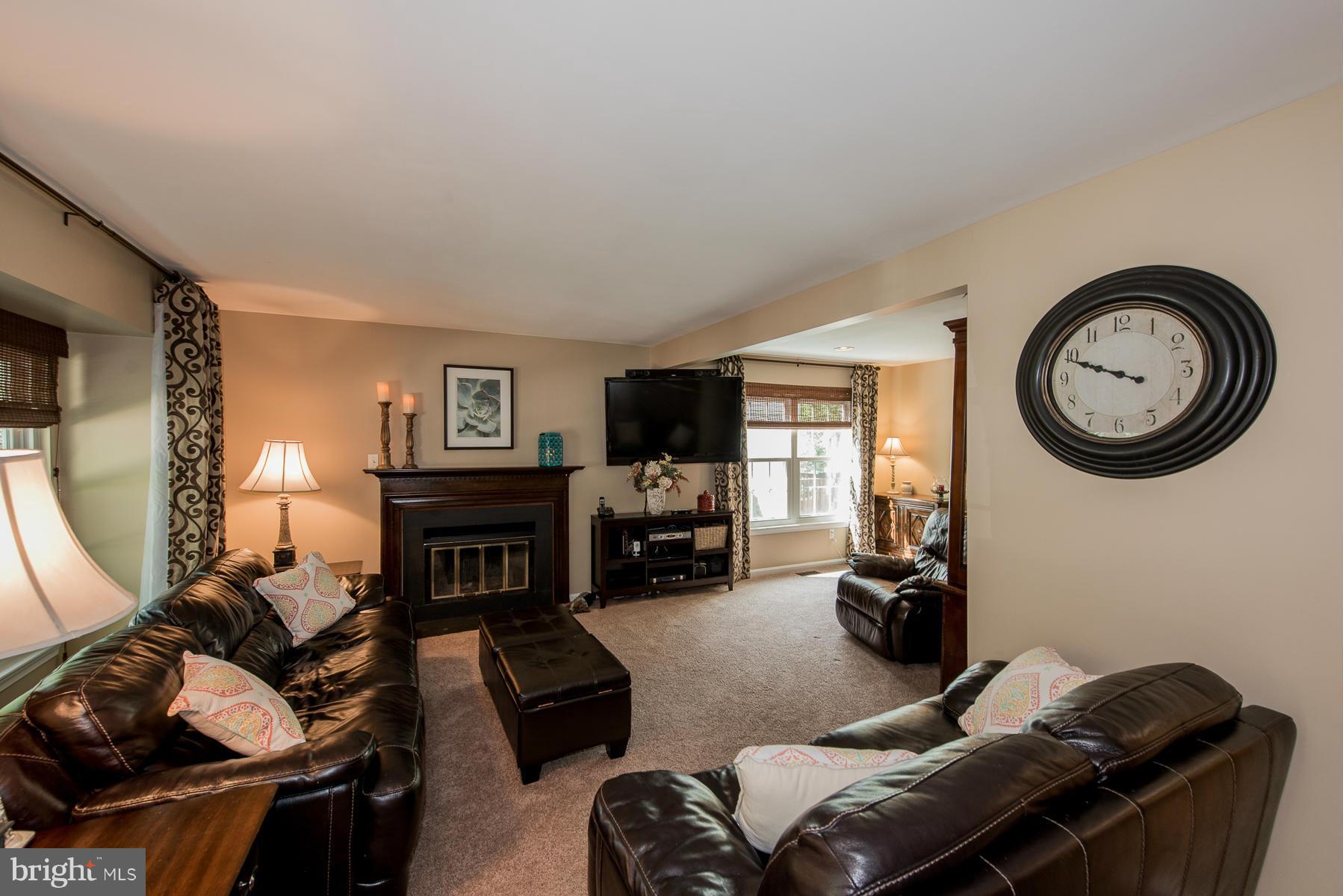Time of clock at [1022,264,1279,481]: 9:49
